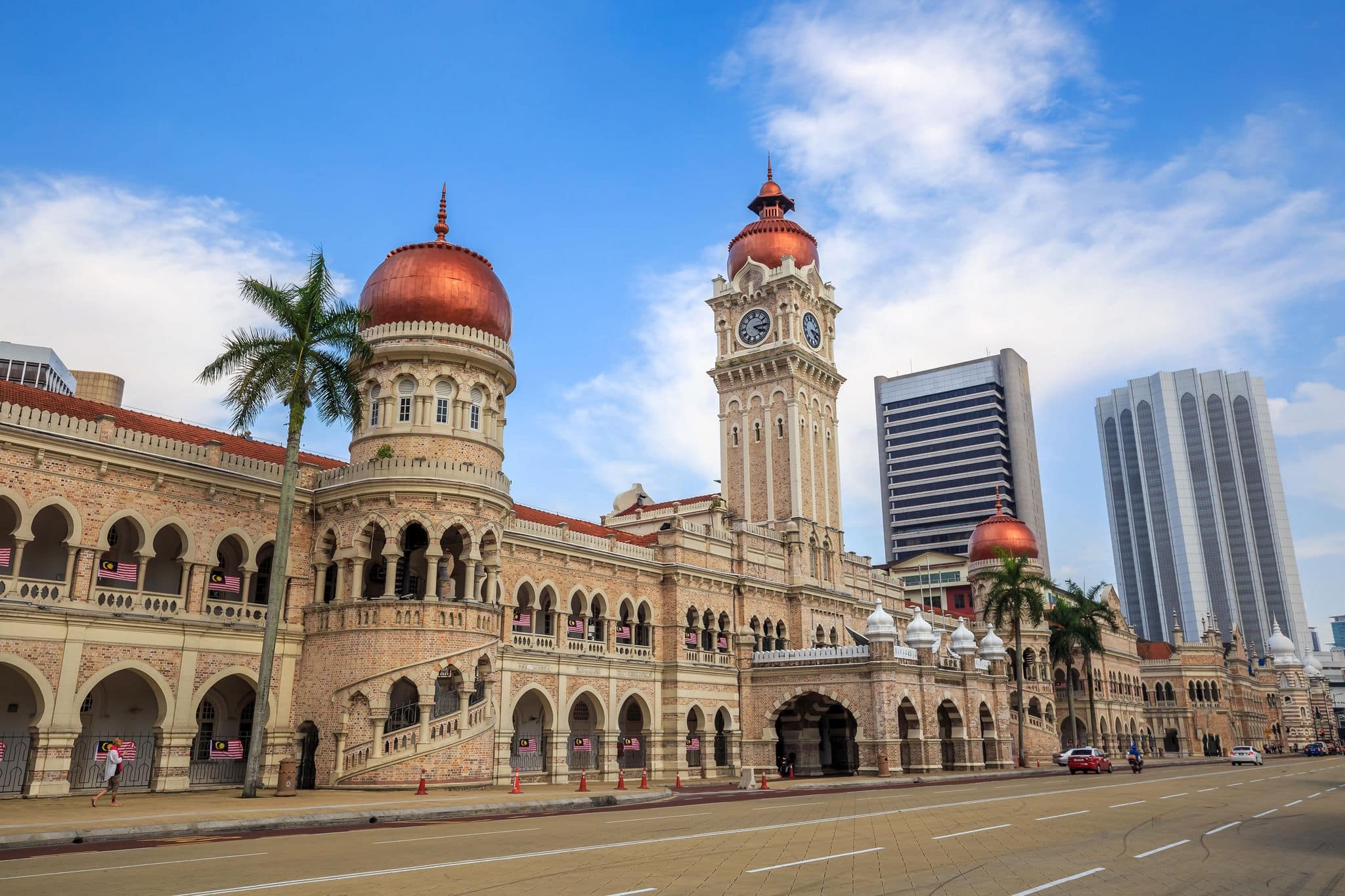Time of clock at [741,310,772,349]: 4:14
